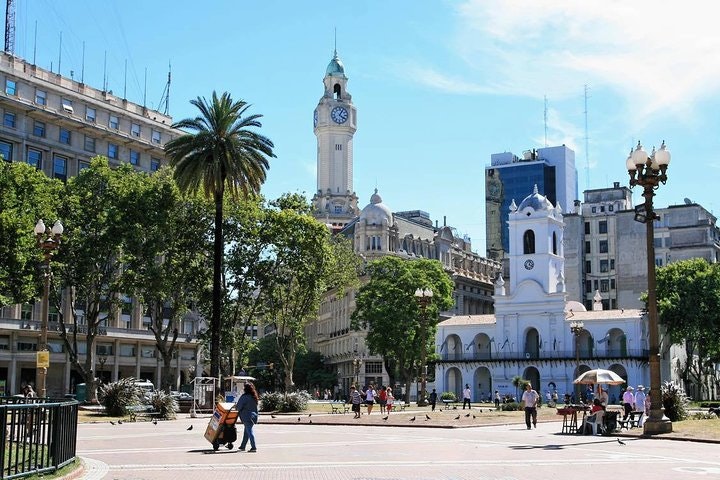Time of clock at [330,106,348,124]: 4:04
